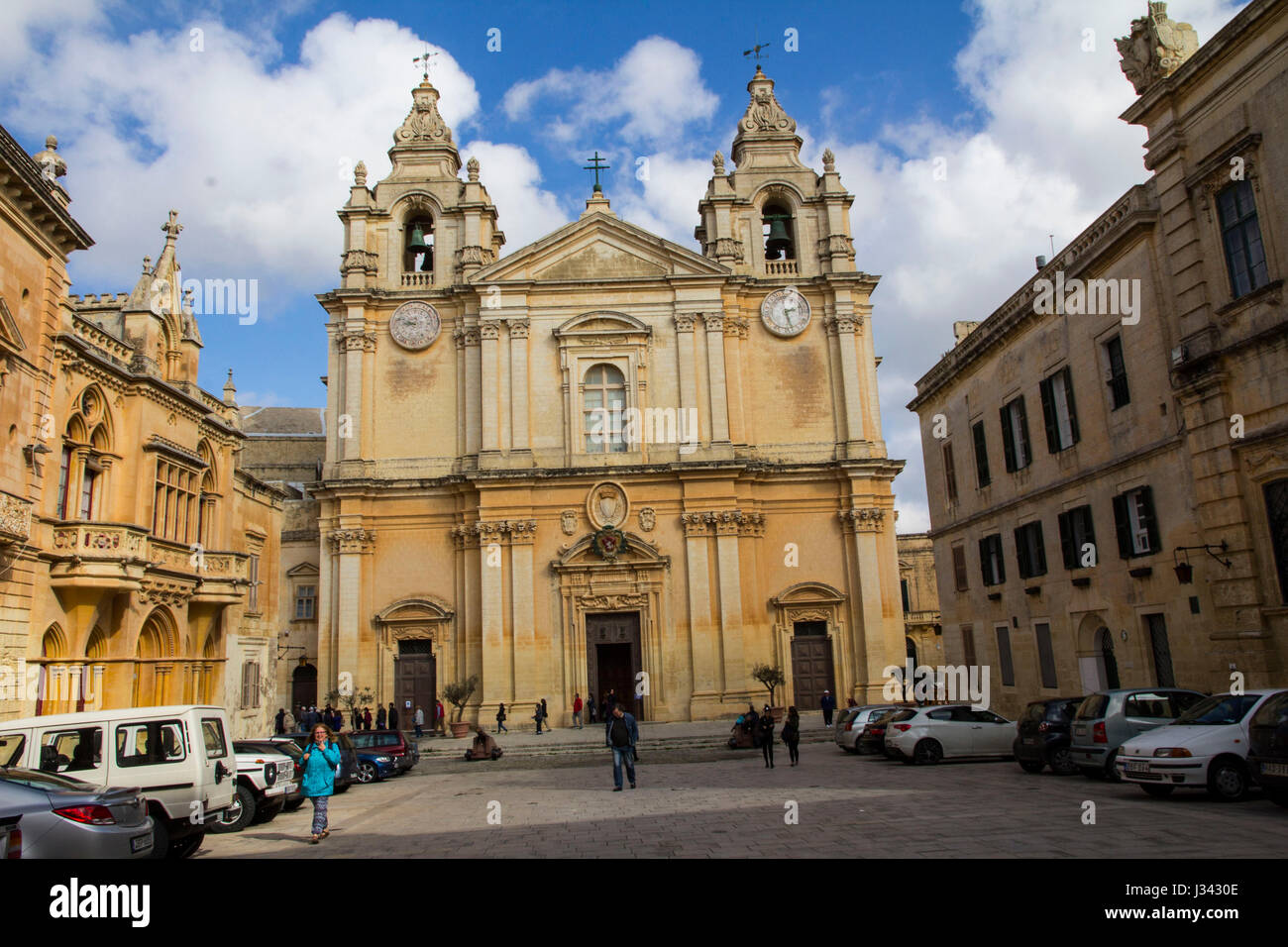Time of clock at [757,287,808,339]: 2:27
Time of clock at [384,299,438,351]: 8:48
